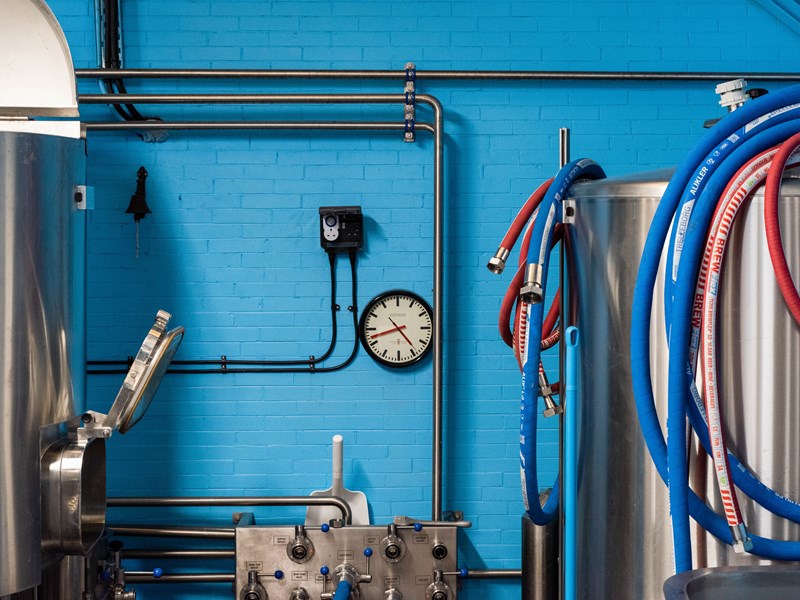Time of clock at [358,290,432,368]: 8:23
